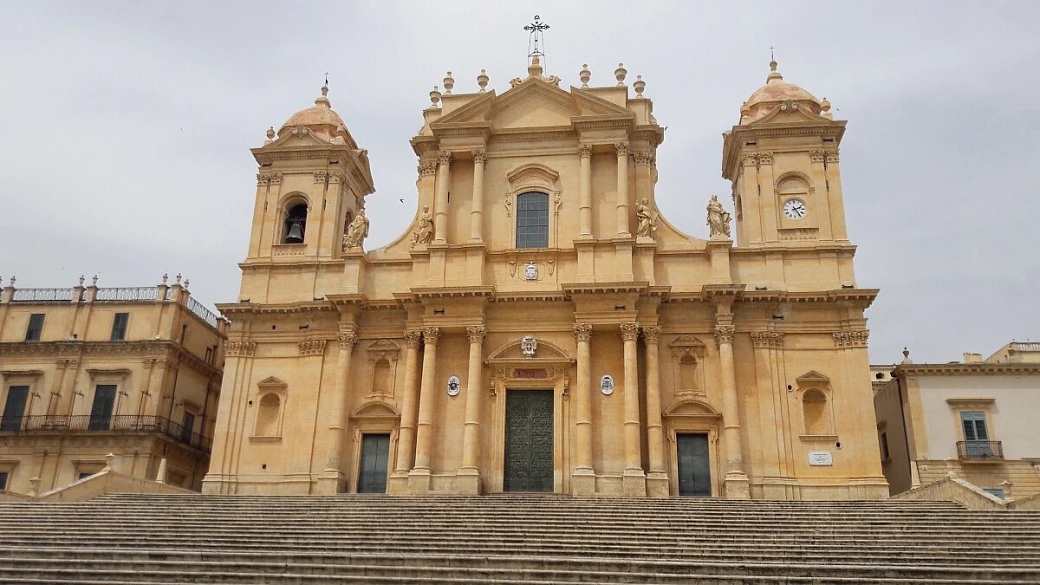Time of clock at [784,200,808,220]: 2:24
